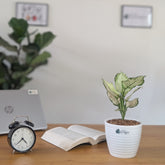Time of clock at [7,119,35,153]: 4:38
